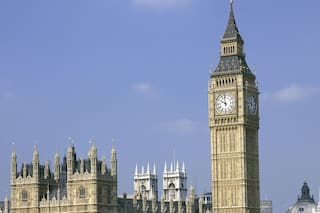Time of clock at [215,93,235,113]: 9:58
